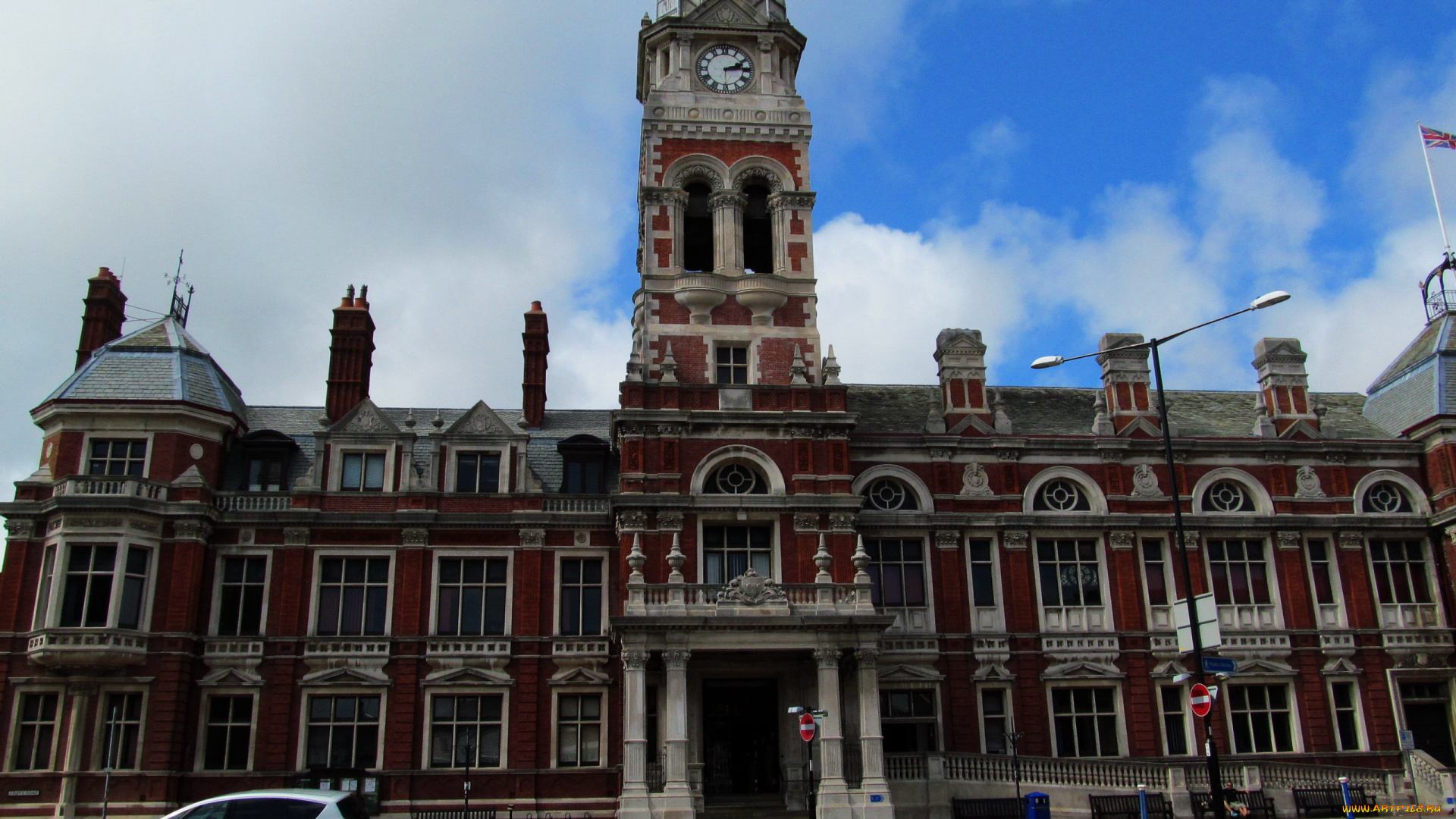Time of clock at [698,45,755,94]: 2:14
